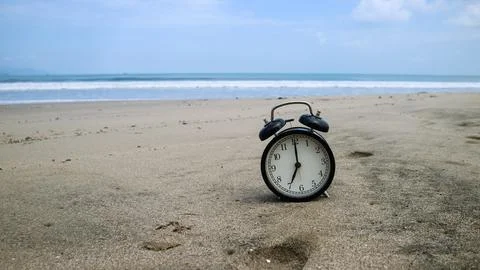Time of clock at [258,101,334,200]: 7:00
